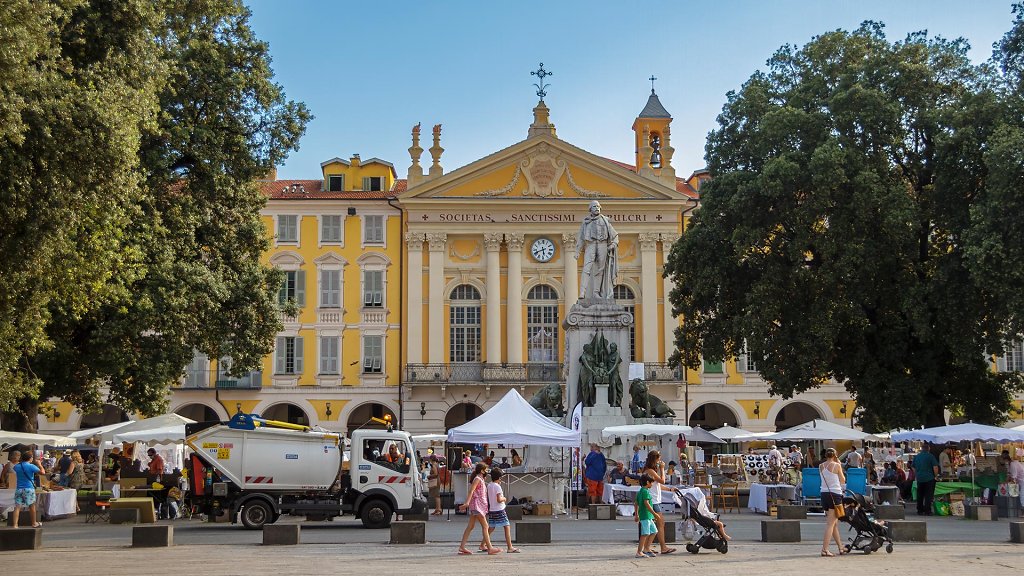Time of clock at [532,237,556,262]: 5:41
